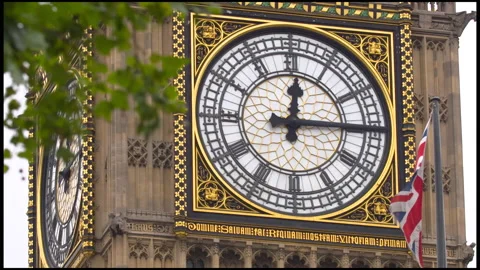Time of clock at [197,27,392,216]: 12:14
